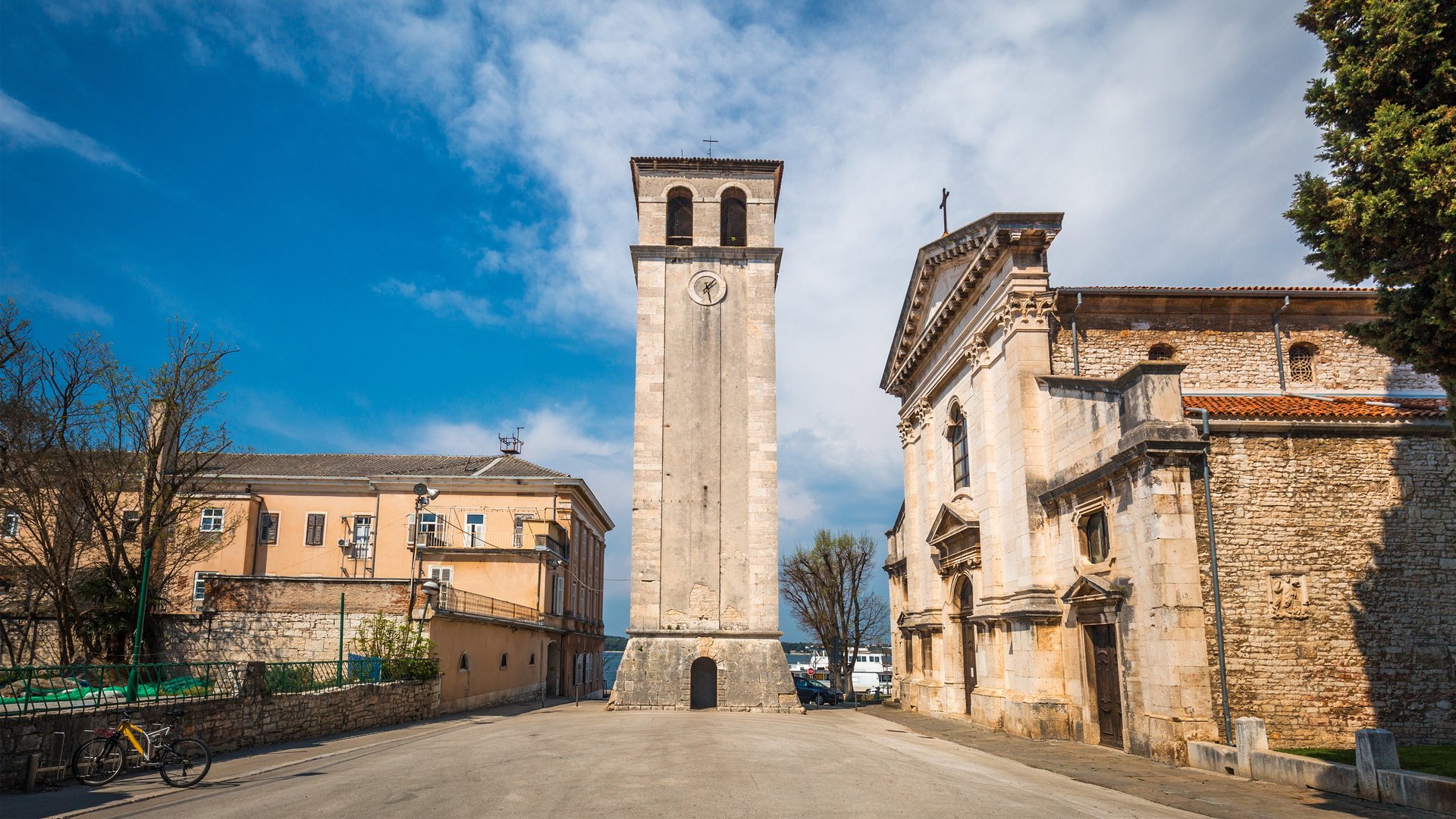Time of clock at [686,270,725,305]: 1:28
